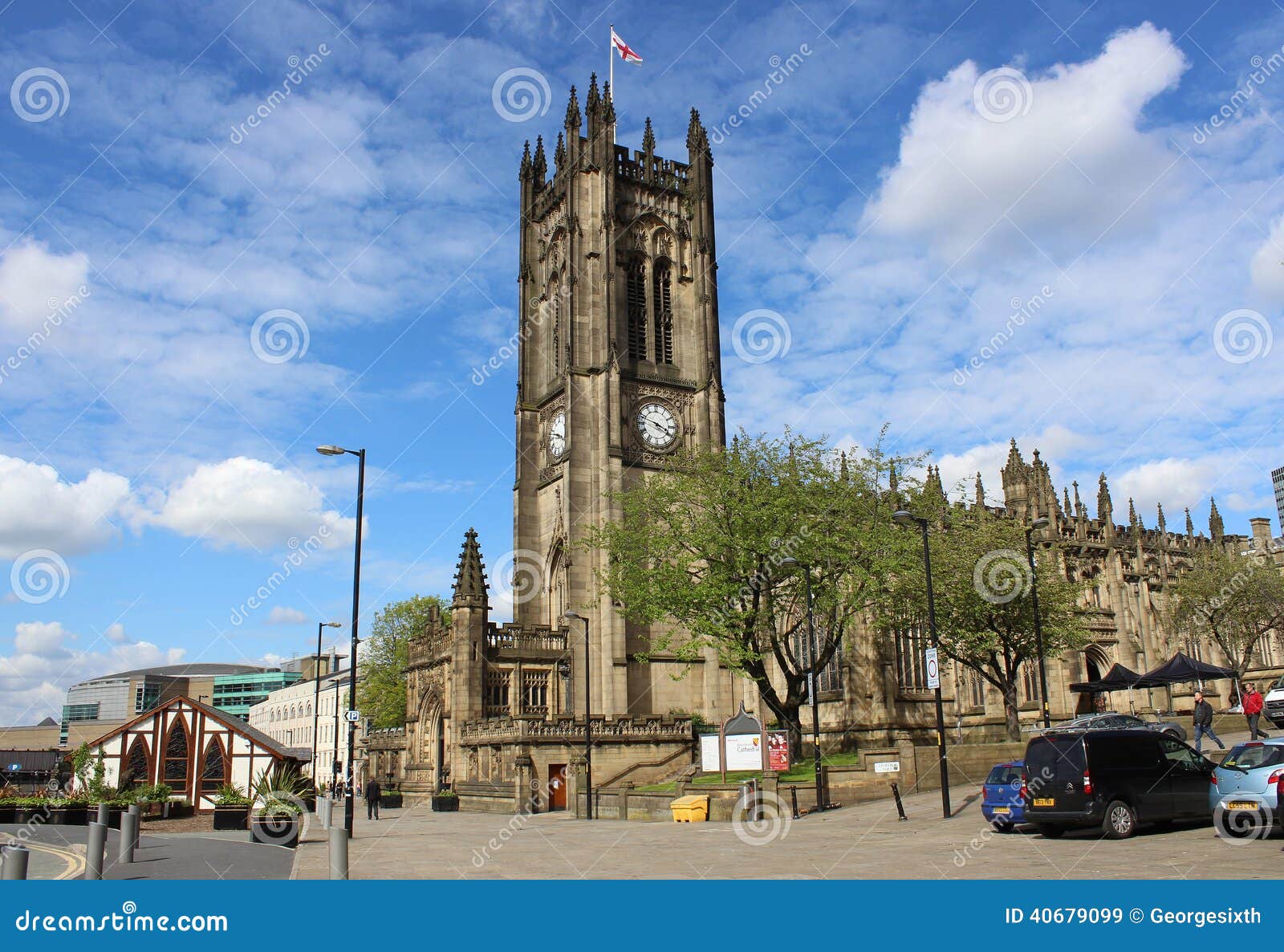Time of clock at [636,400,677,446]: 3:48
